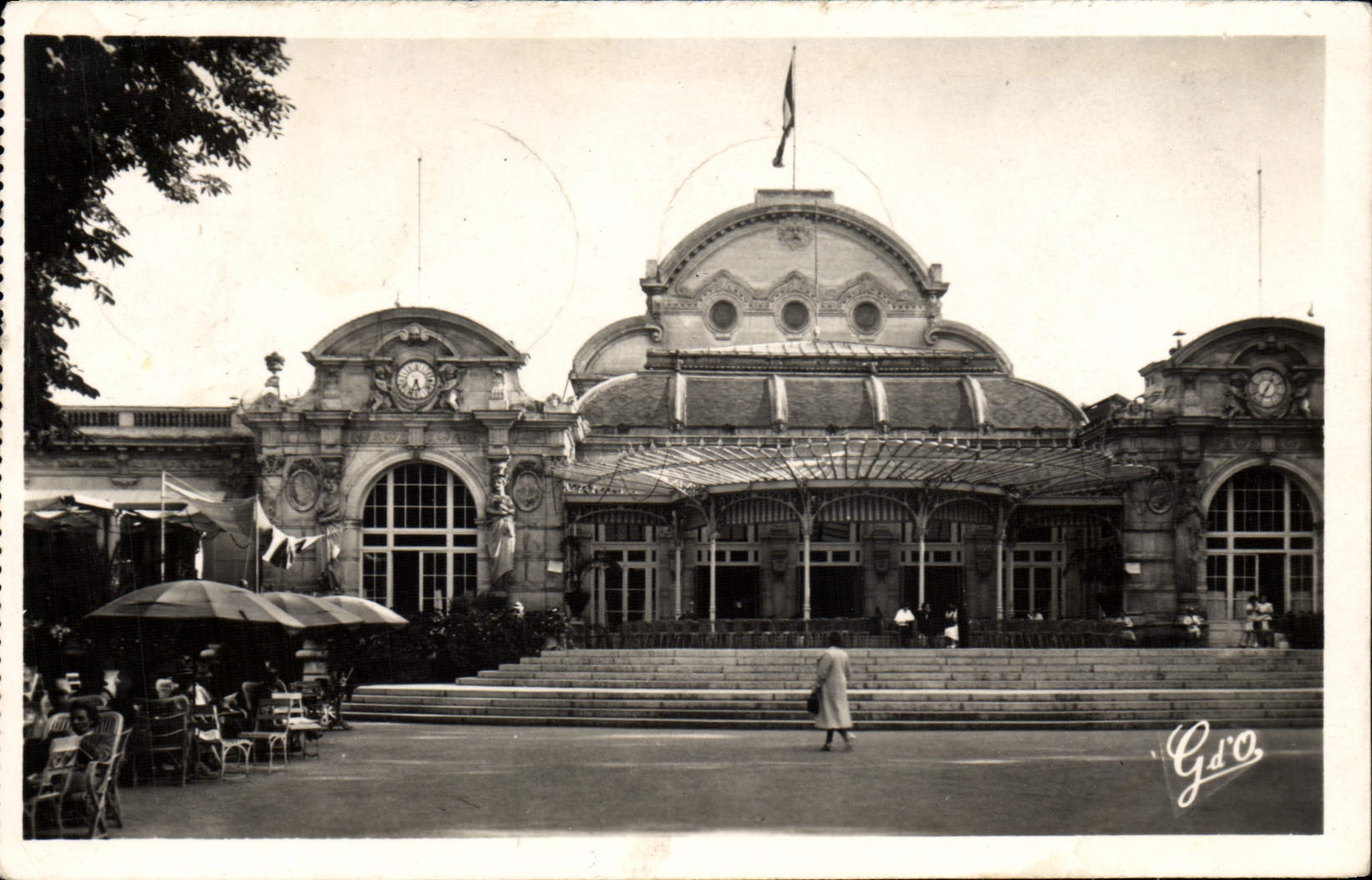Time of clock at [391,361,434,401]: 5:33
